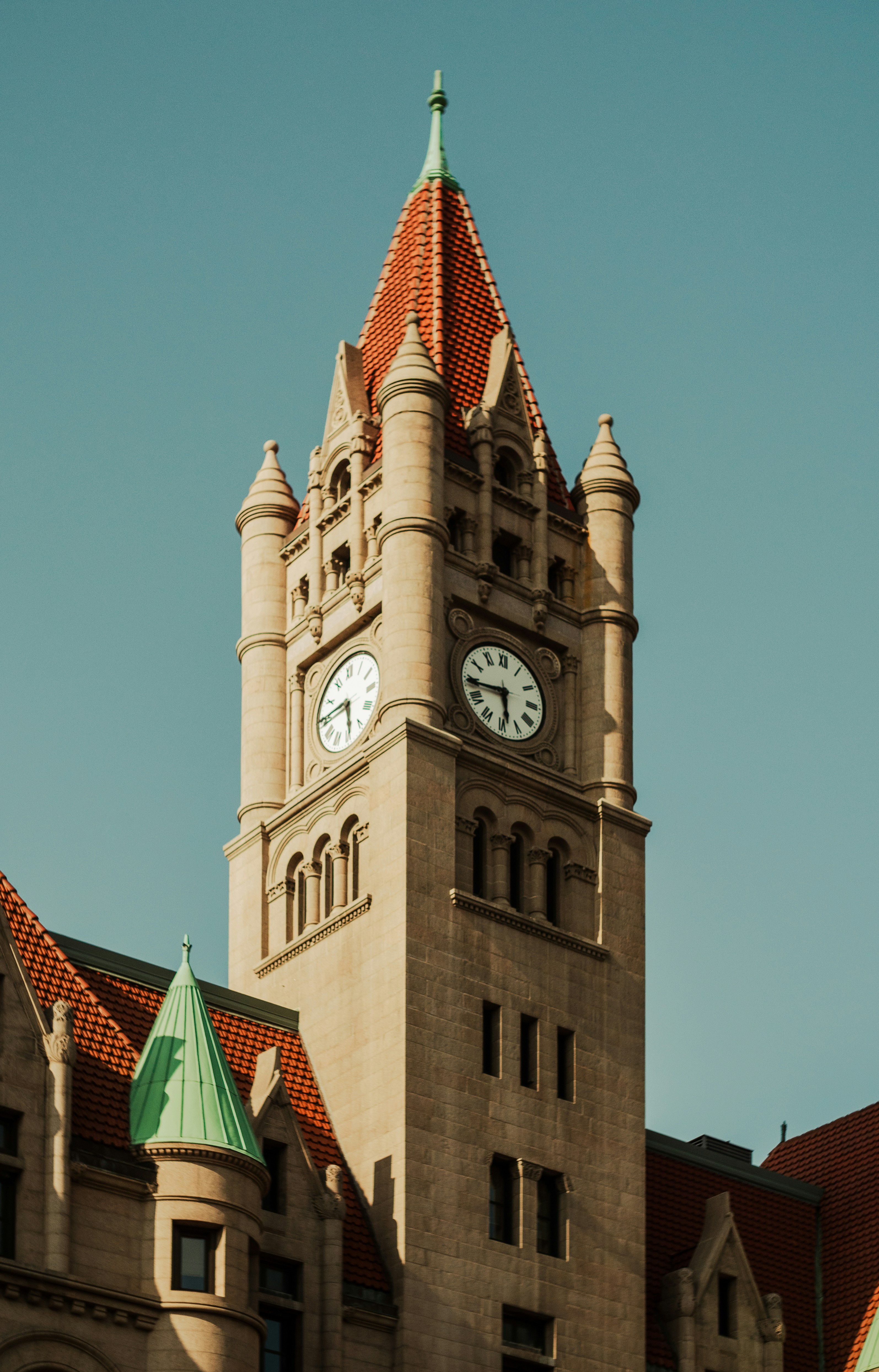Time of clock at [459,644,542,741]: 5:44
